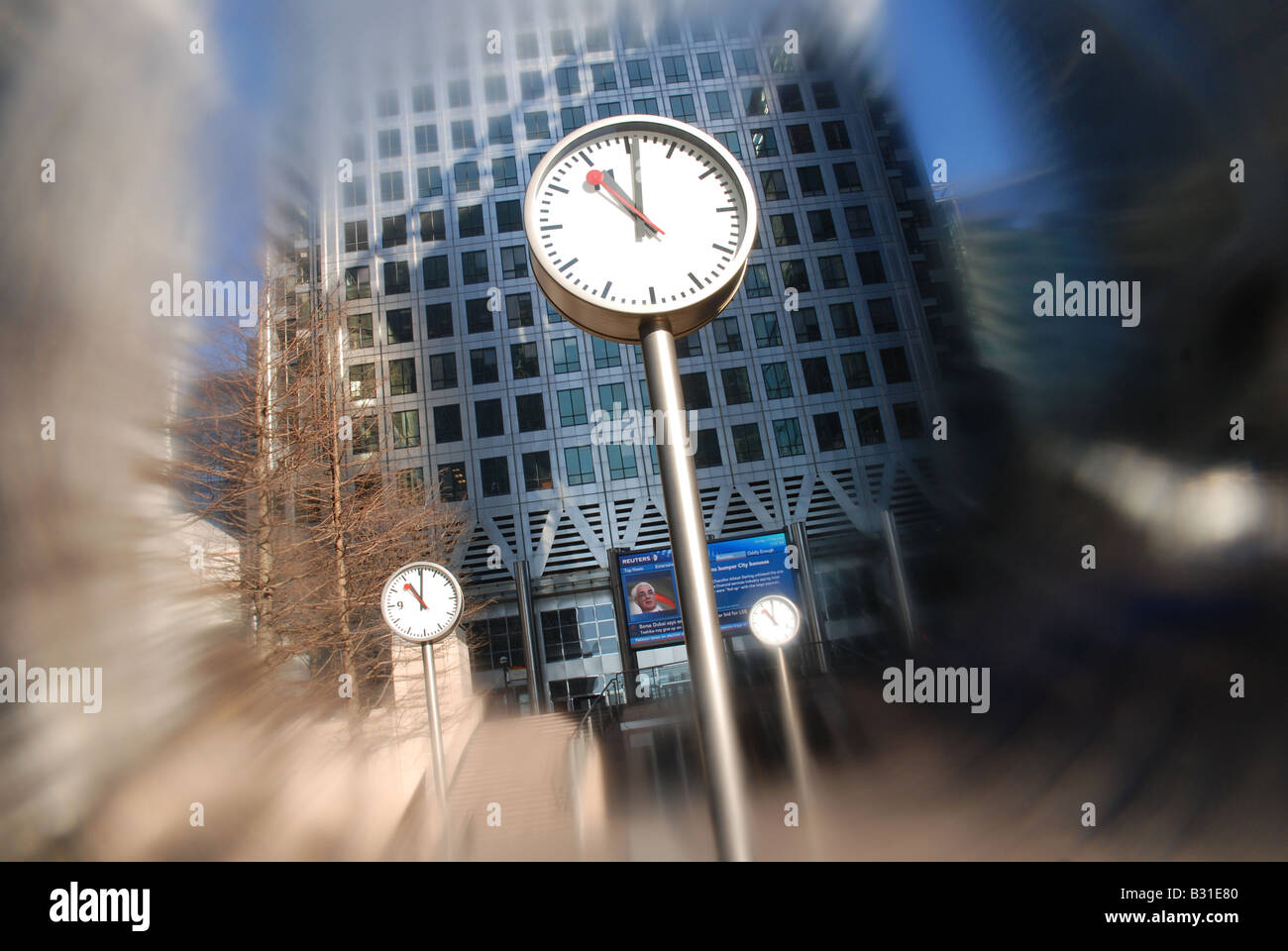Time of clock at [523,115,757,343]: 11:00
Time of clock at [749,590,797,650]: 11:00
